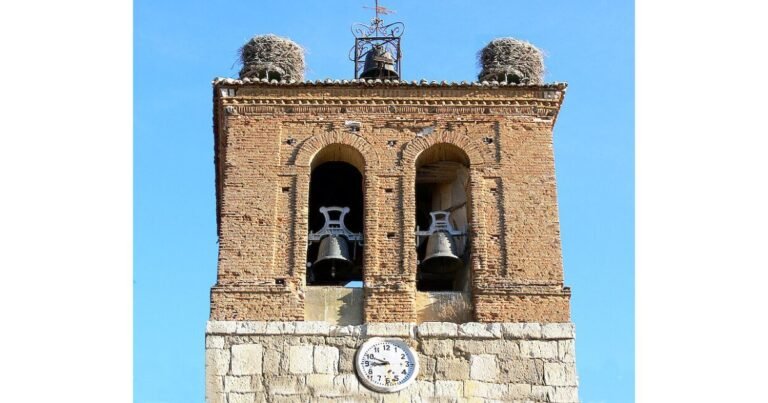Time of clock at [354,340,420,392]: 8:48
